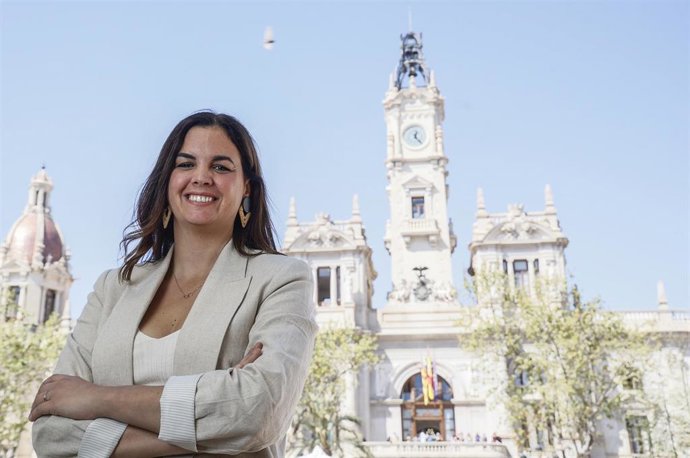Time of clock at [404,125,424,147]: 12:23
